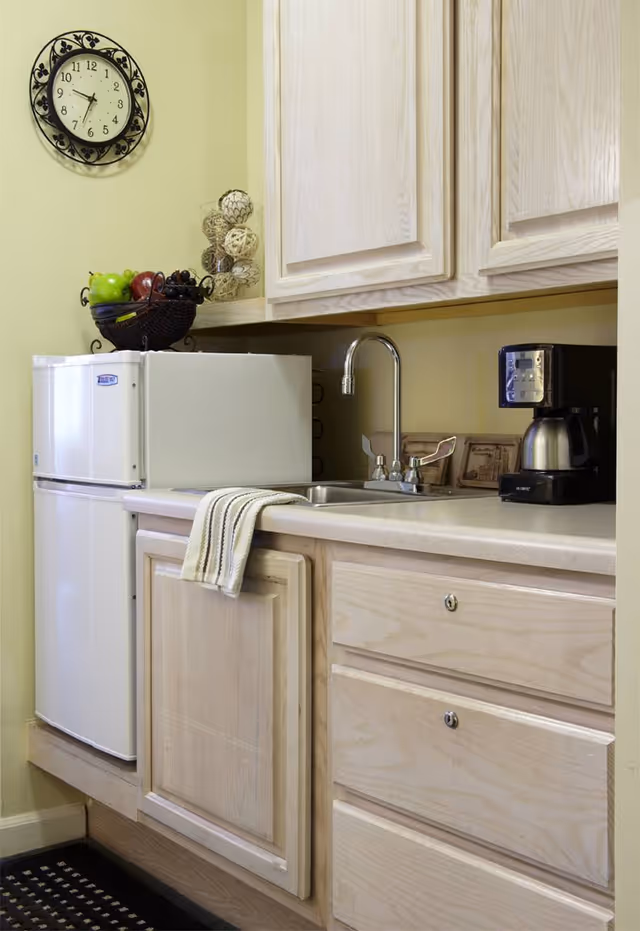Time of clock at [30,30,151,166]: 9:33
